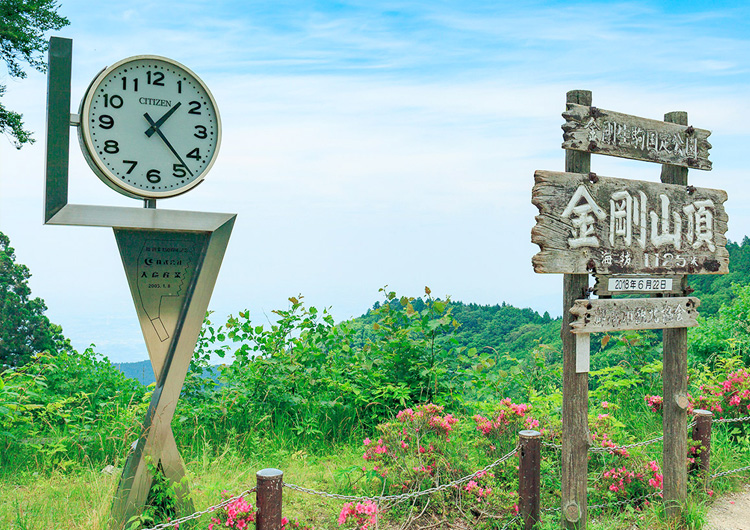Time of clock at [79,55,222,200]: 1:23
